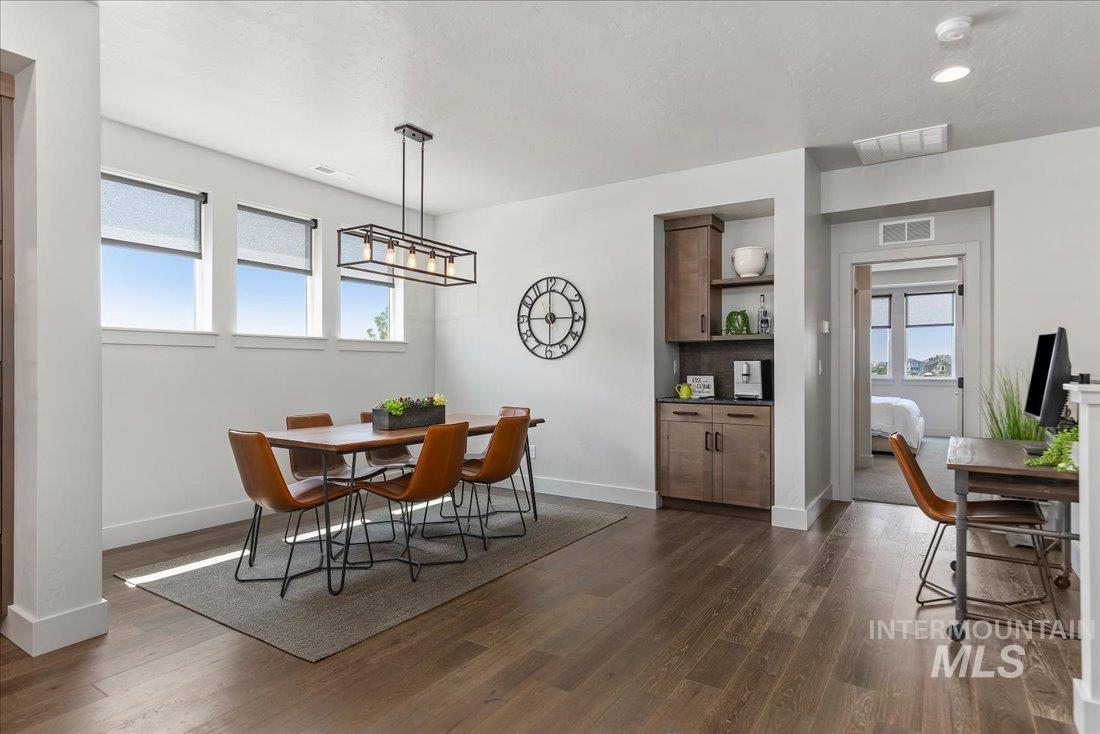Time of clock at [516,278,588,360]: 5:59
